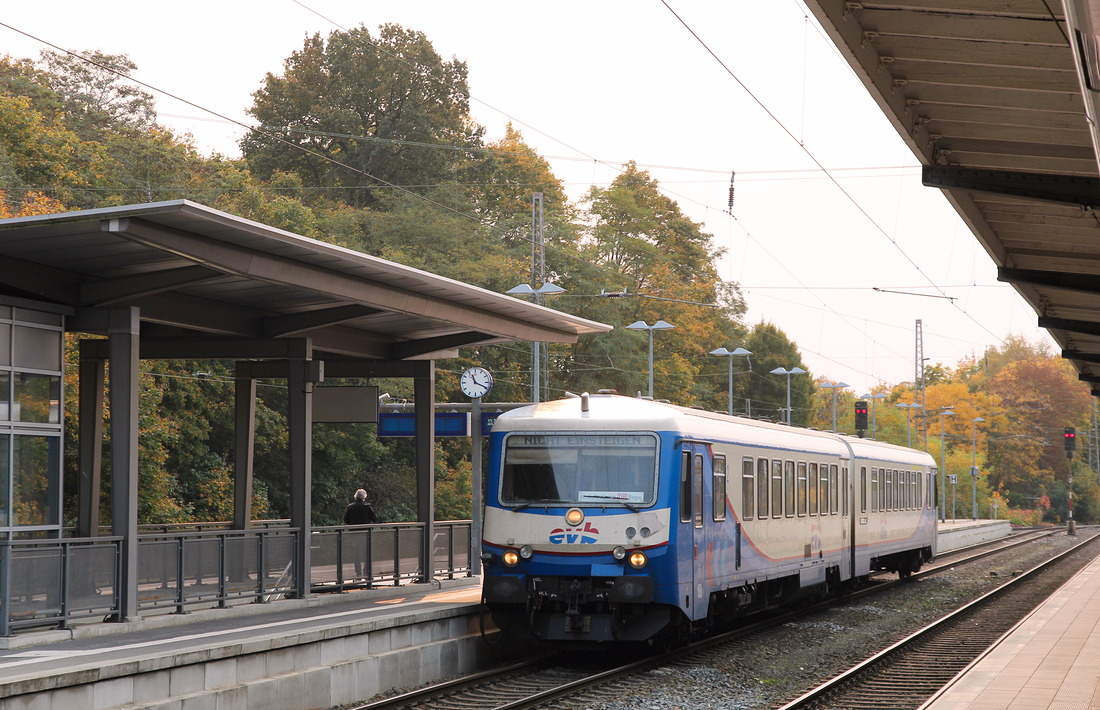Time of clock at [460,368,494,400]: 11:19
